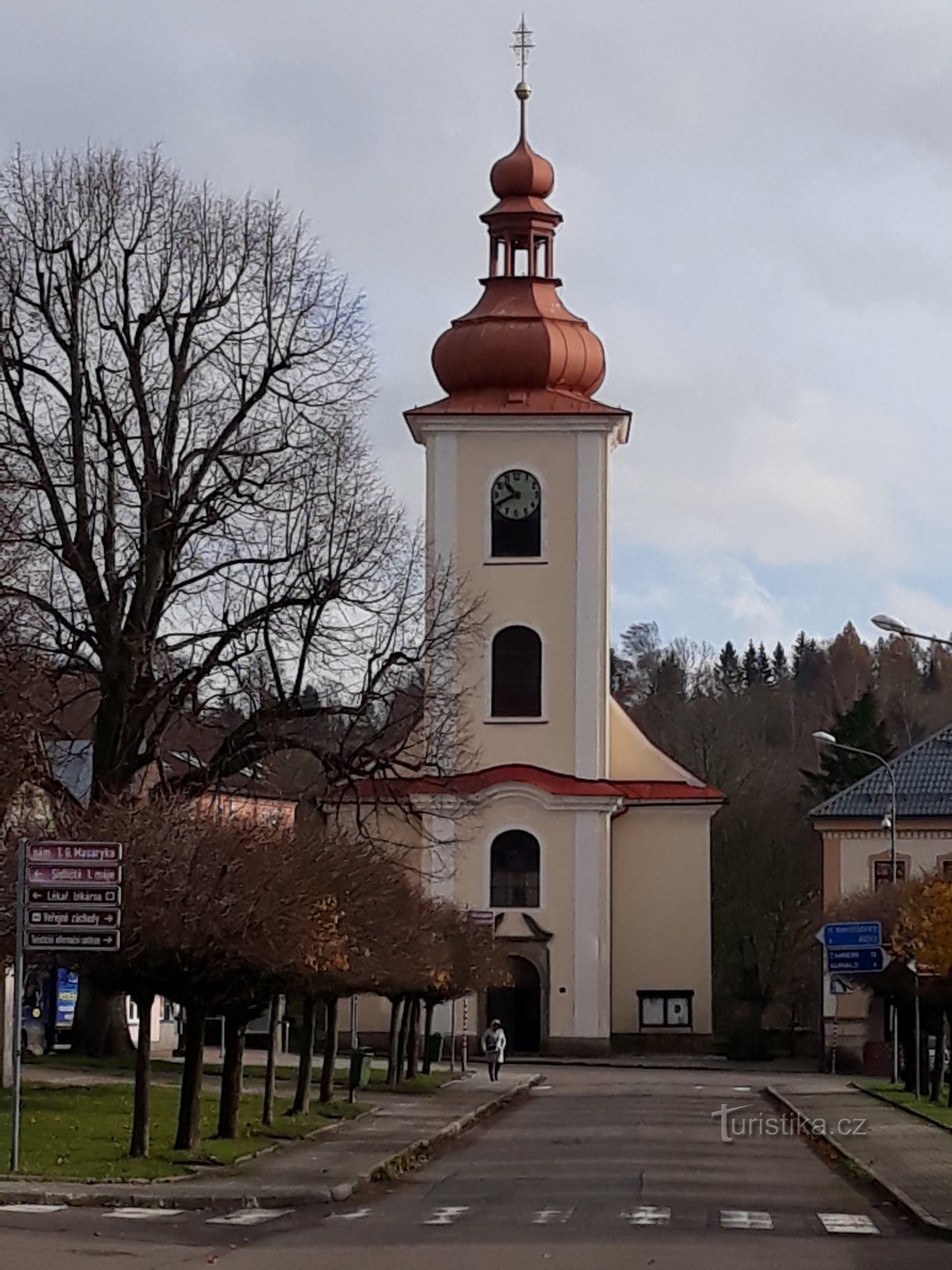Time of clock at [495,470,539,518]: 10:40
